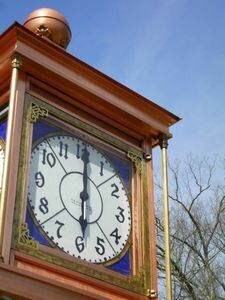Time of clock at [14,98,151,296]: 6:00
